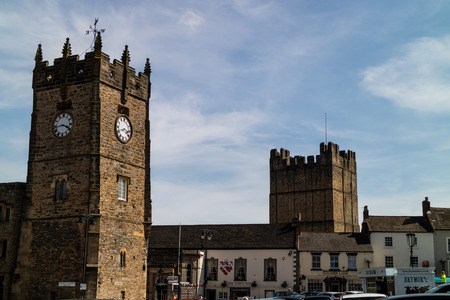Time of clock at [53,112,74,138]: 3:43
